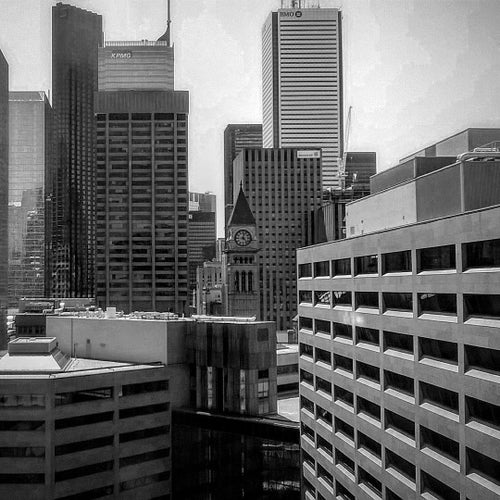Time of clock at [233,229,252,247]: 12:23
